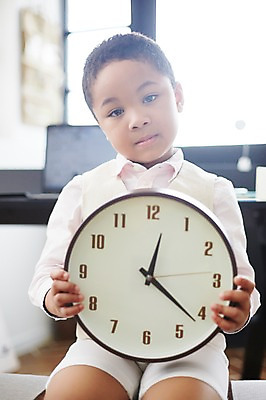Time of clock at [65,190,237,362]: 12:21
